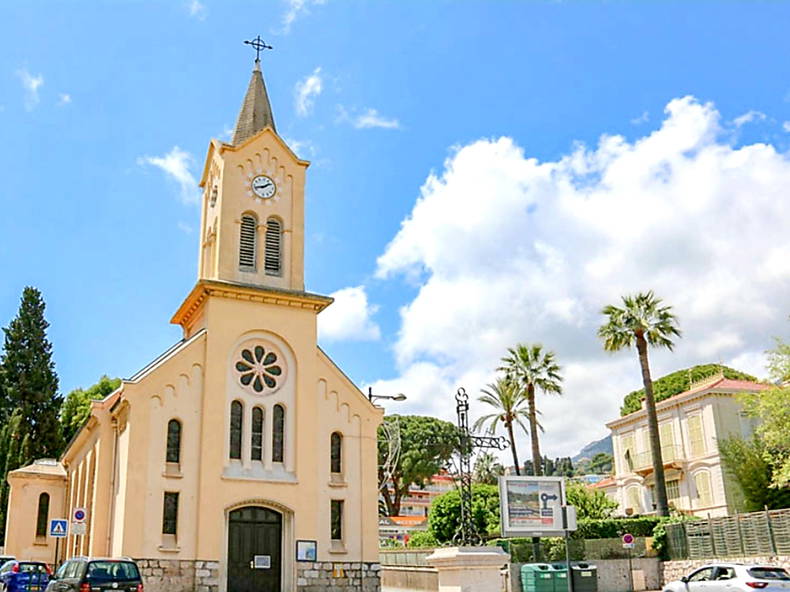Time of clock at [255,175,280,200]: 1:42
